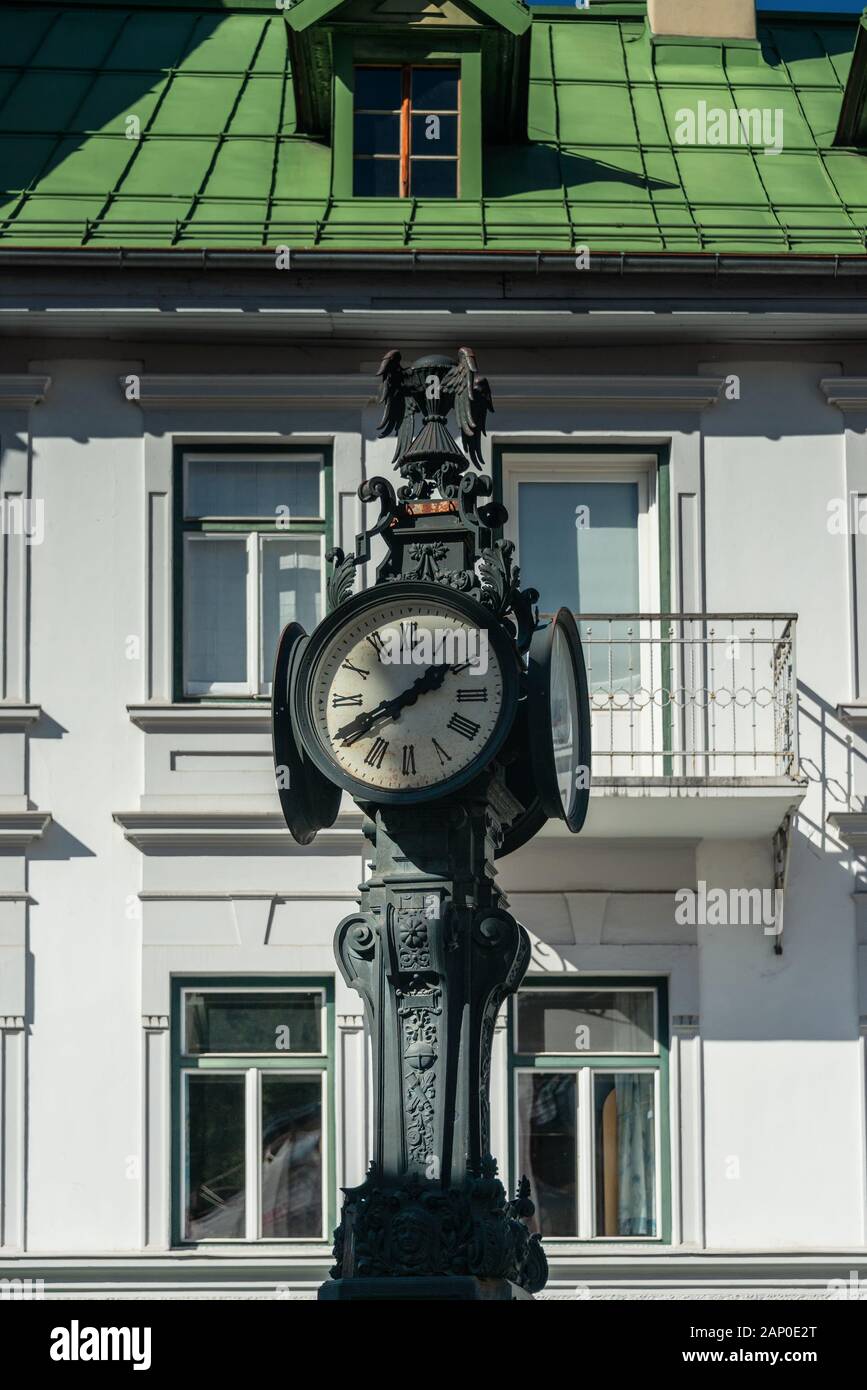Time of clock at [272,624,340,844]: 1:40
